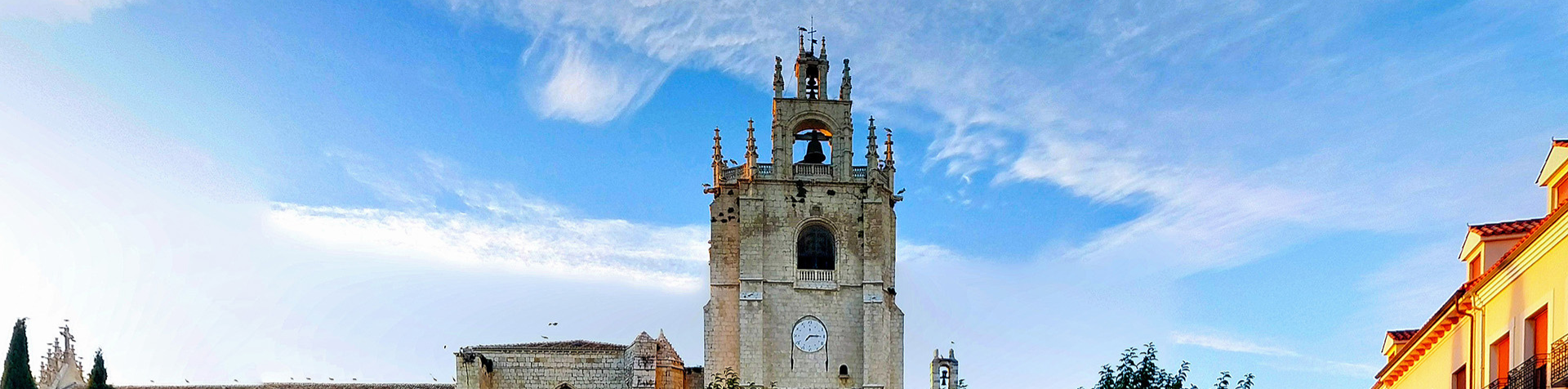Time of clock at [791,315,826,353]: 7:15
